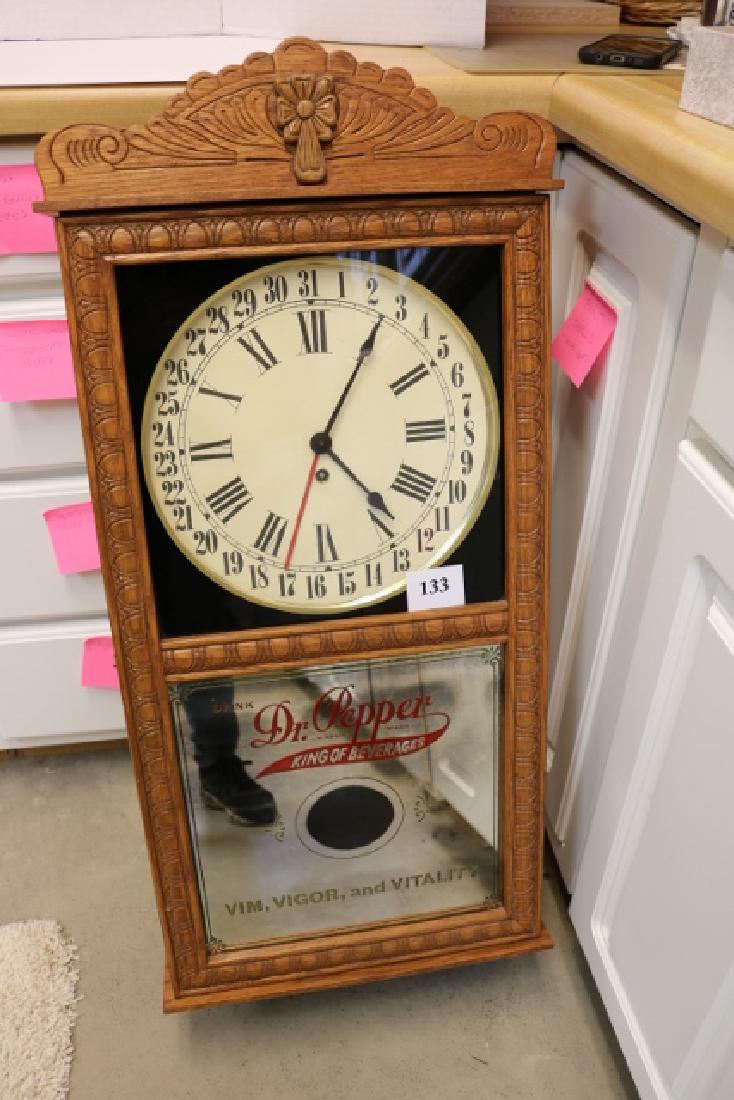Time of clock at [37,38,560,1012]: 4:04
